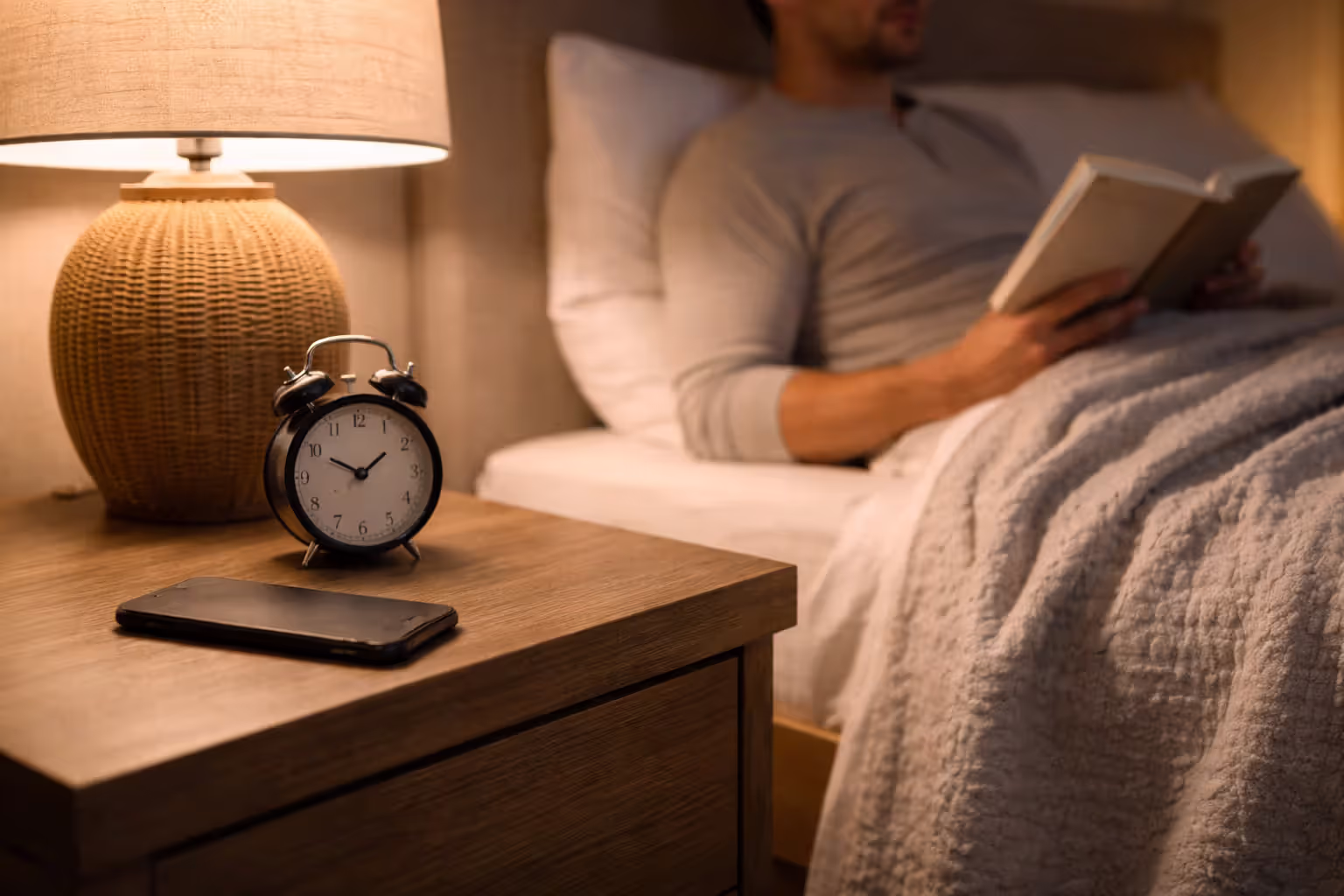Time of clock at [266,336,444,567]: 1:49
